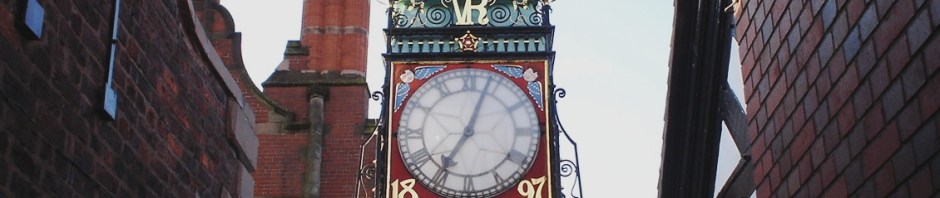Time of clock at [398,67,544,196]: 7:03
